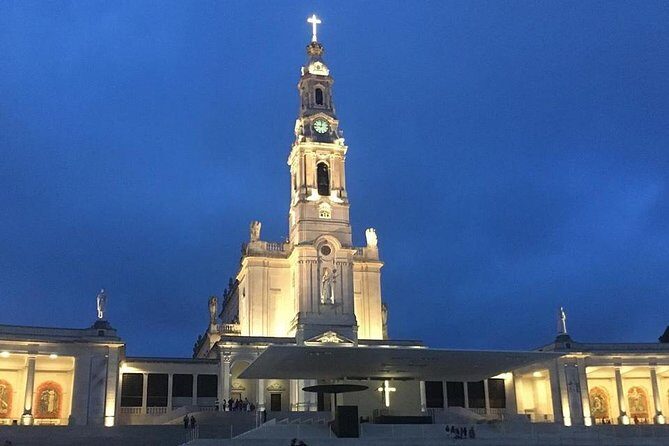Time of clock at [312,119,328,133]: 9:01
